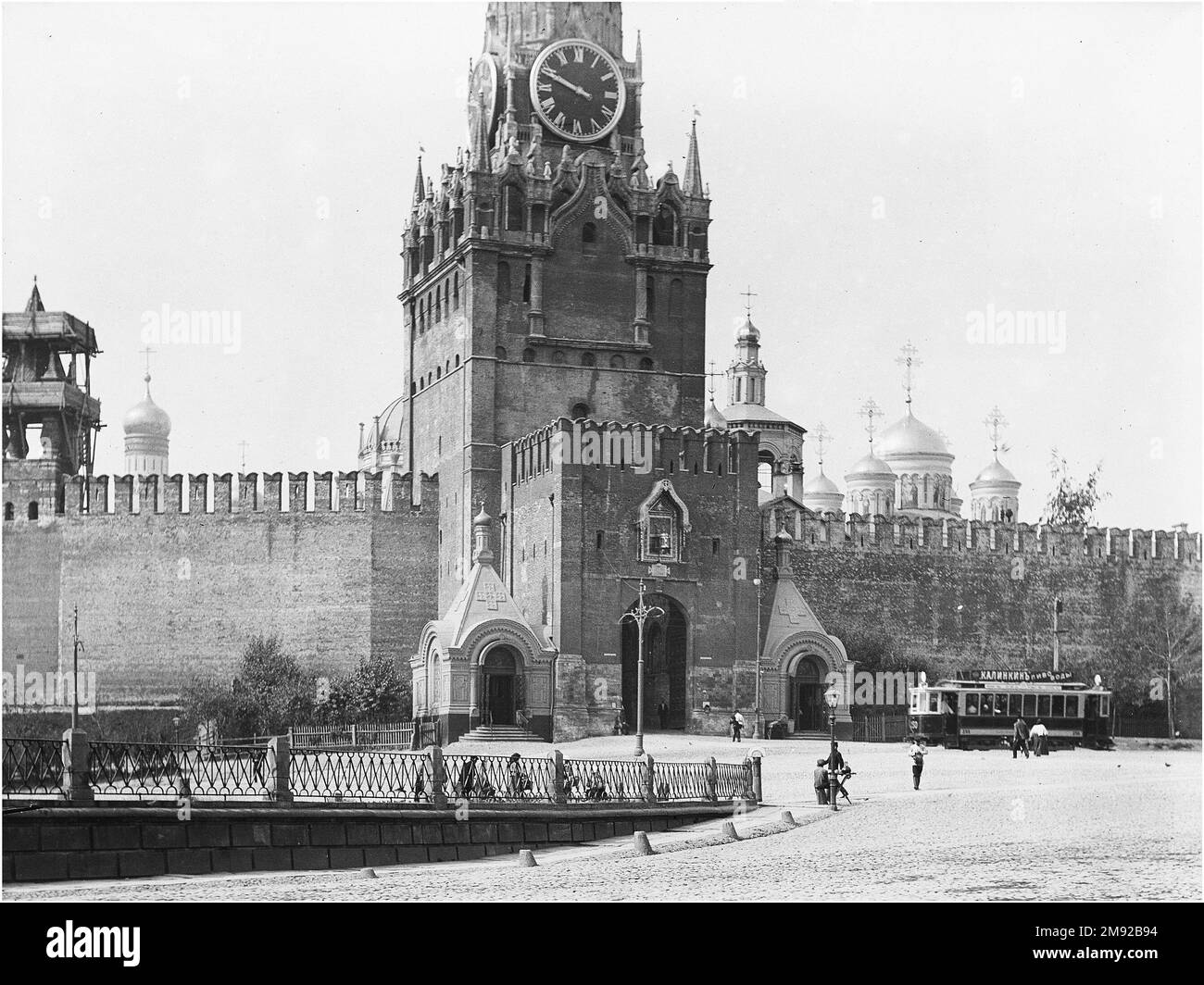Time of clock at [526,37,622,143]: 9:48
